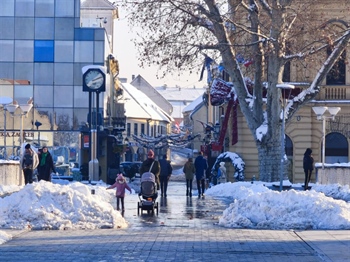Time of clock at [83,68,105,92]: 2:11
